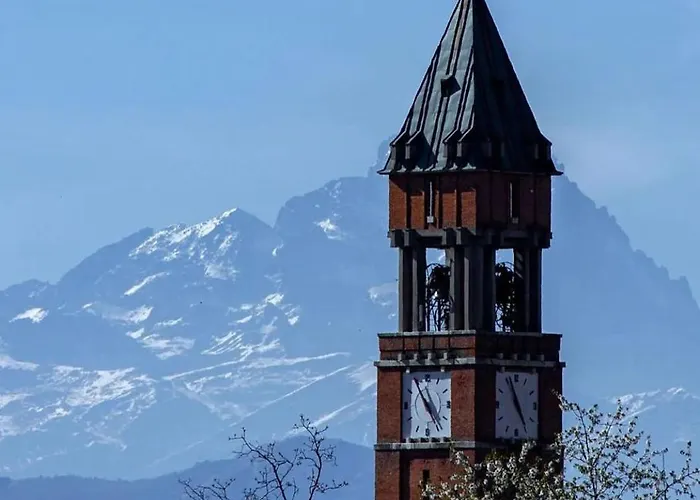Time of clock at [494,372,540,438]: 4:56
